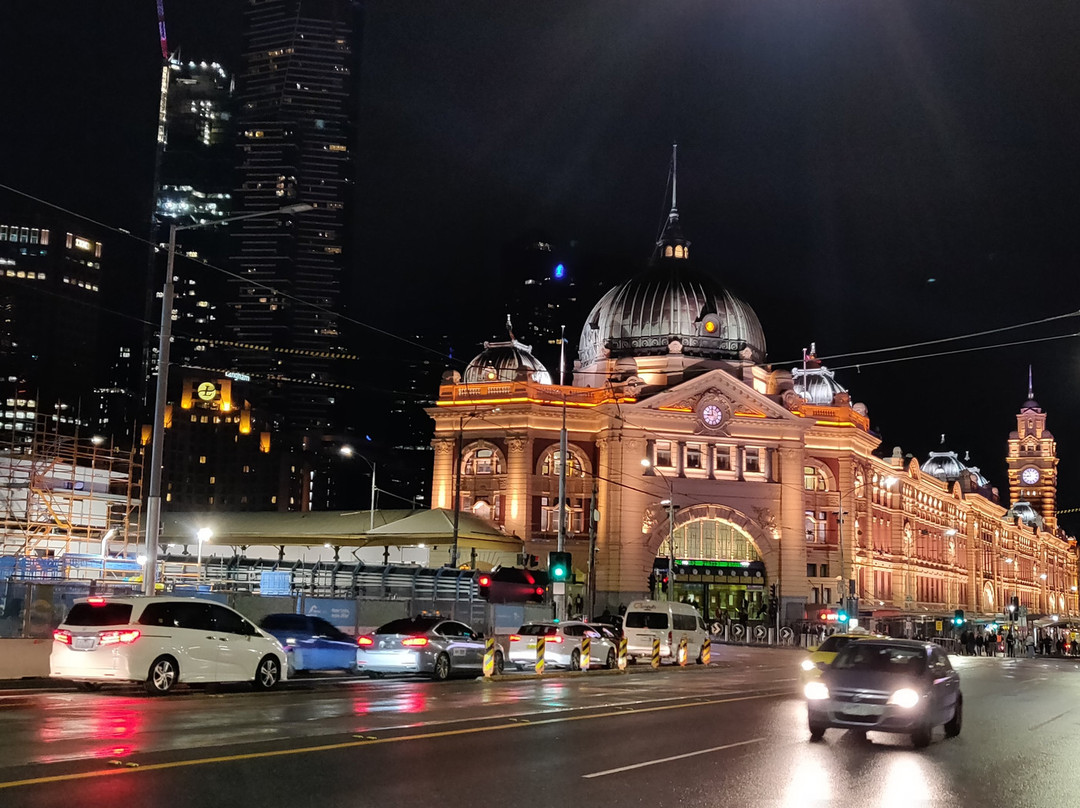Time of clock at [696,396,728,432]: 11:44
